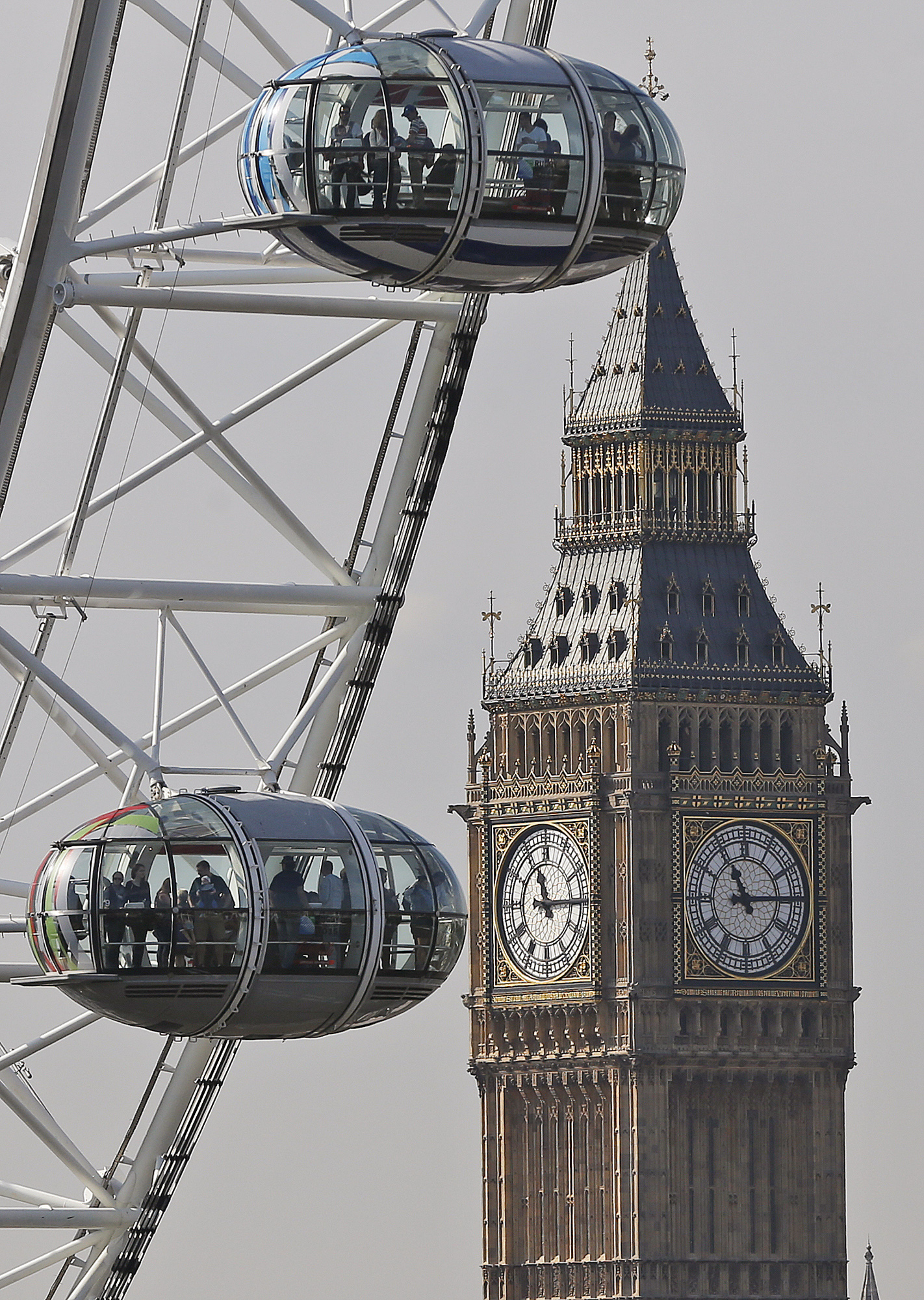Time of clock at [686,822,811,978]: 11:14
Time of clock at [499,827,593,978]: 11:14
